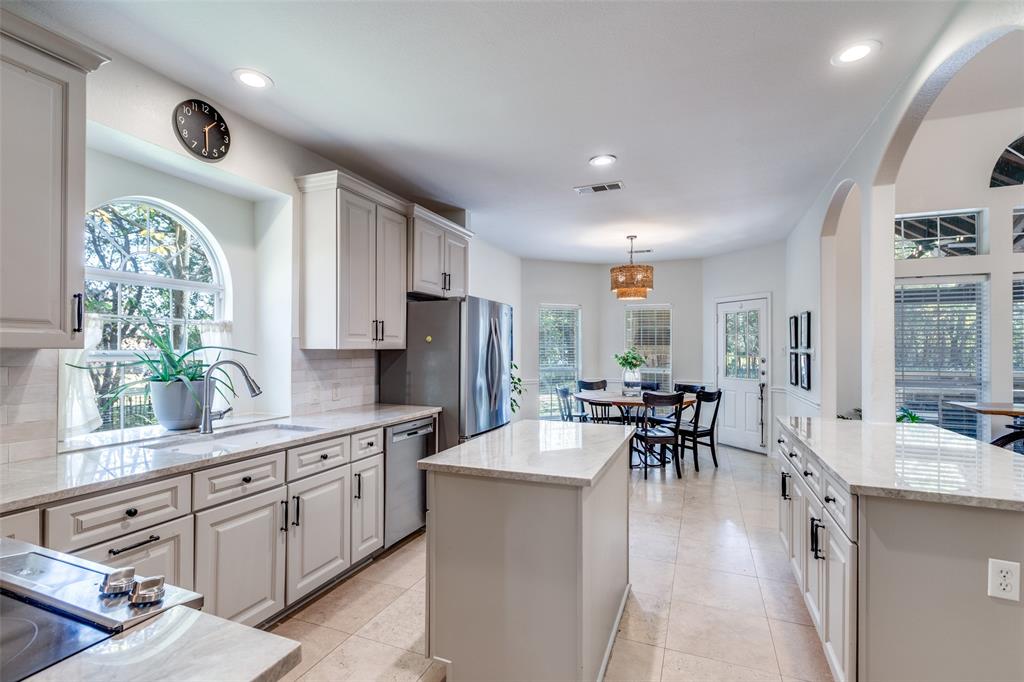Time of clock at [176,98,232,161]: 1:29
